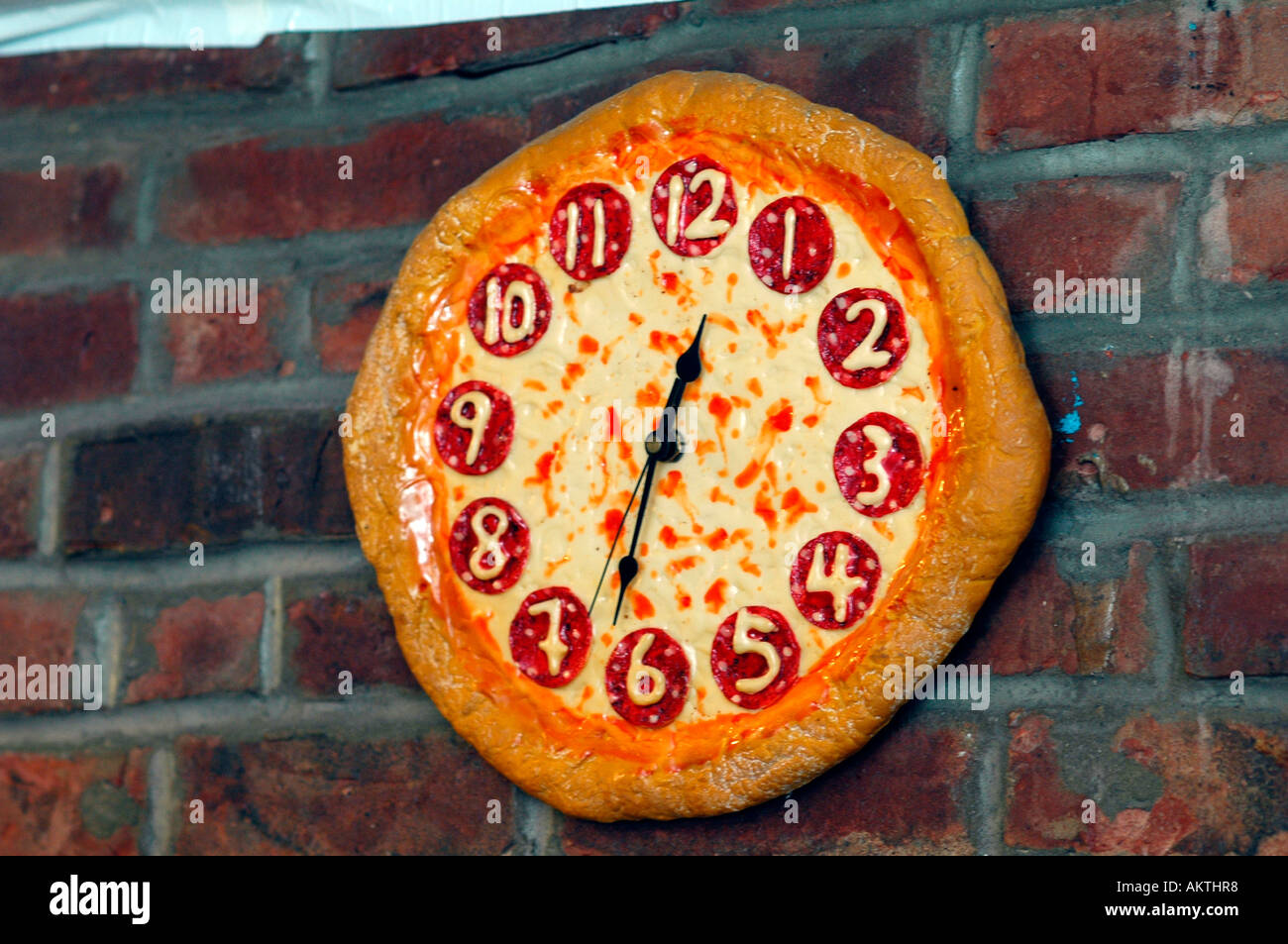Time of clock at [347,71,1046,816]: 12:32
